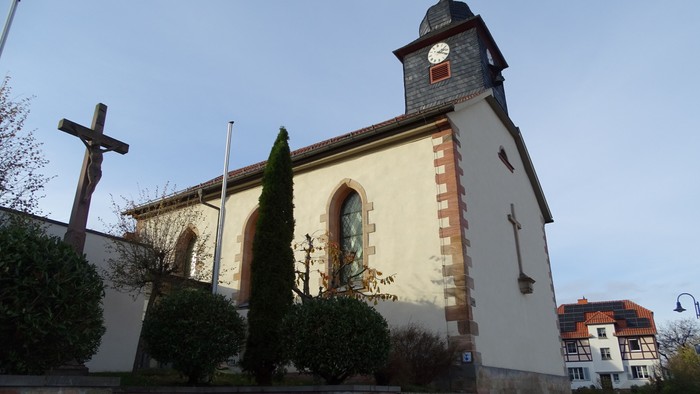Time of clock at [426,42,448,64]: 2:18
